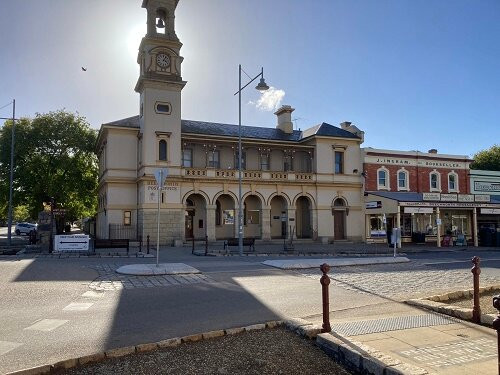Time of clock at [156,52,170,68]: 4:04
